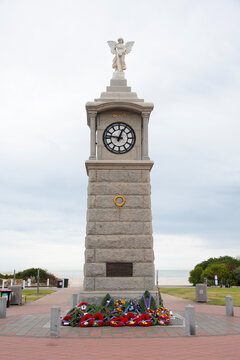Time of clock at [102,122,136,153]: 12:46
